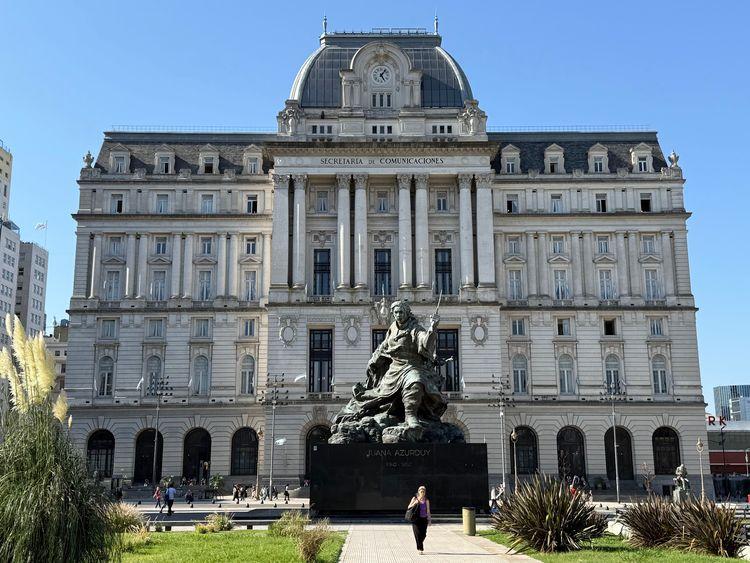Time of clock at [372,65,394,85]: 5:06
